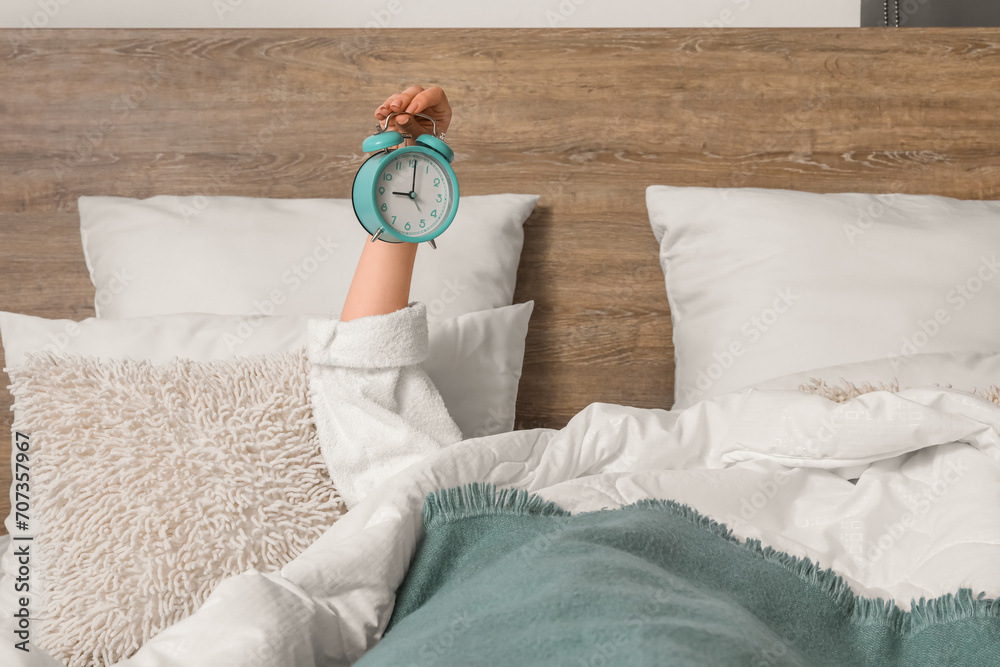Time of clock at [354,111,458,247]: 9:00
